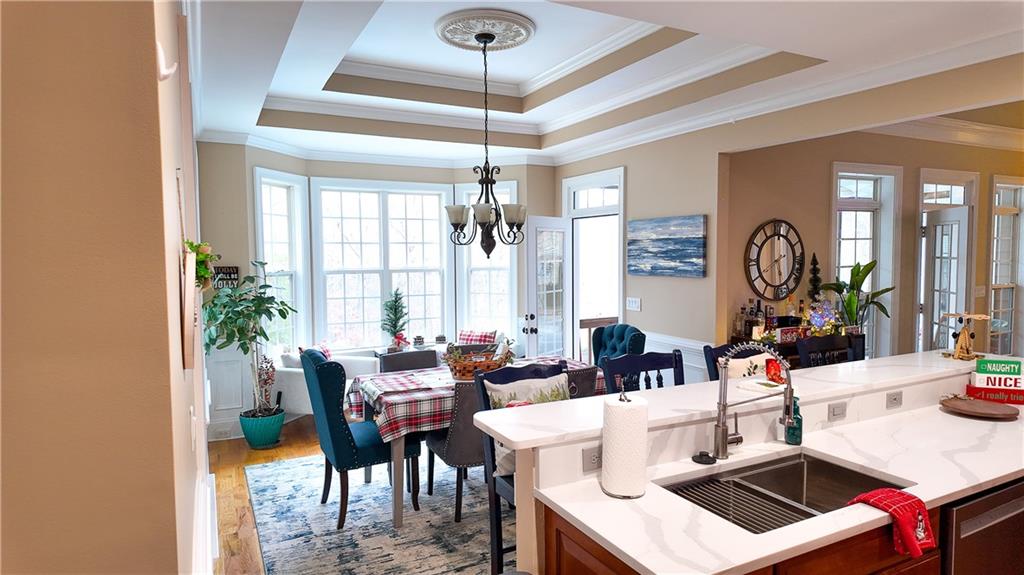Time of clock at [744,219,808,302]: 5:40
